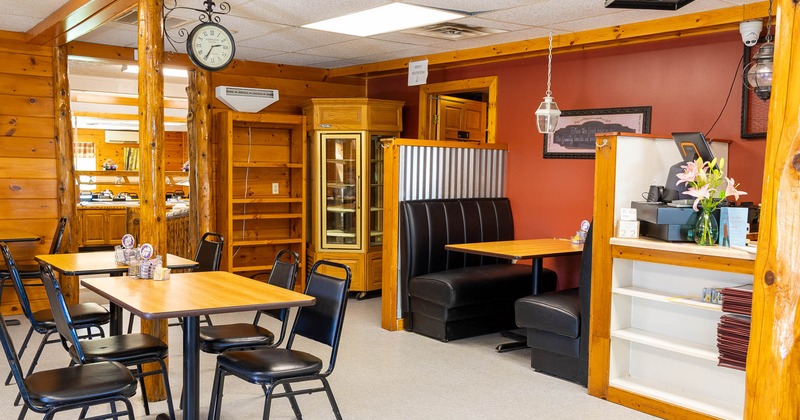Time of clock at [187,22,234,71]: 2:34
